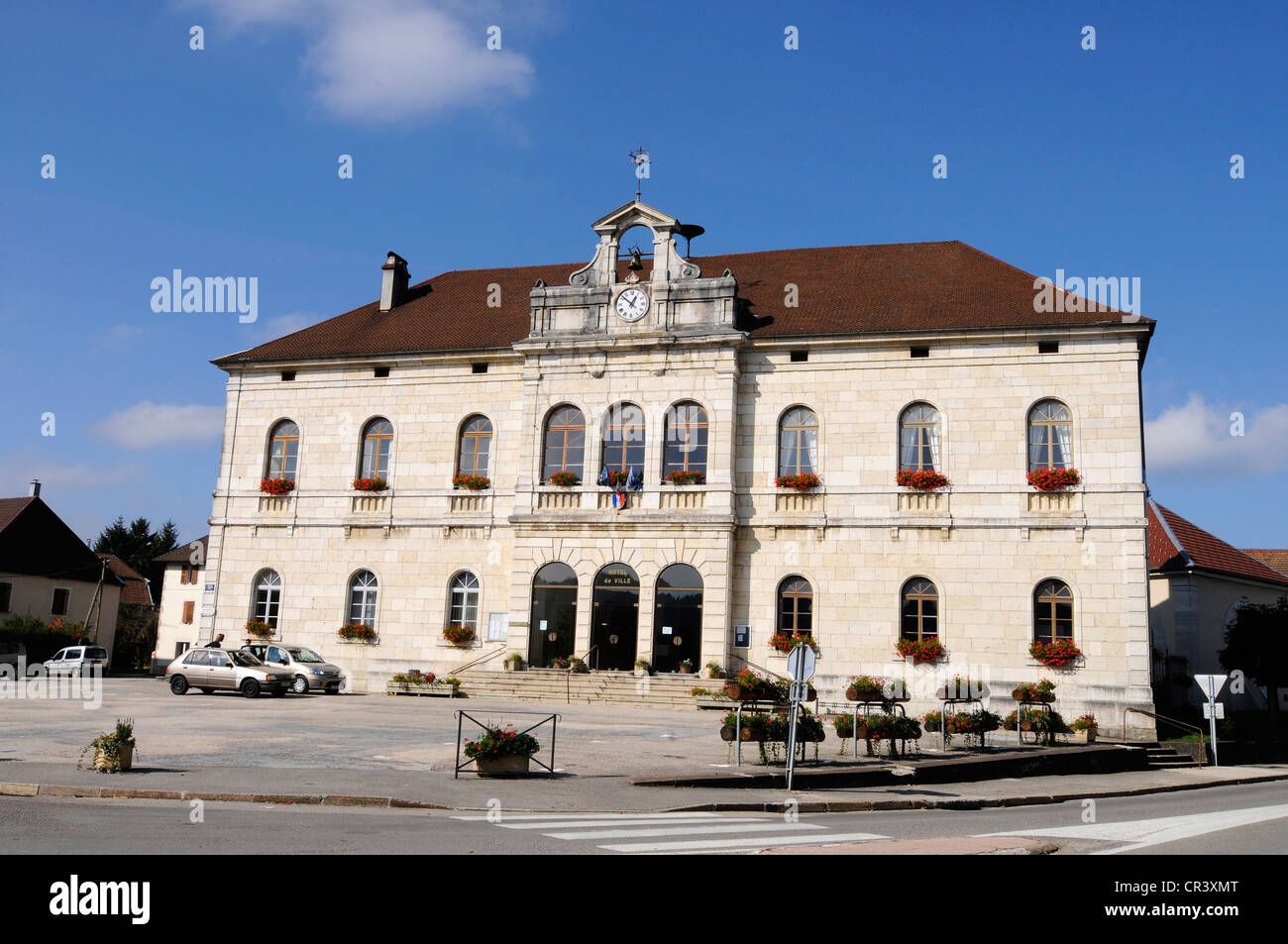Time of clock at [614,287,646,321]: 12:52
